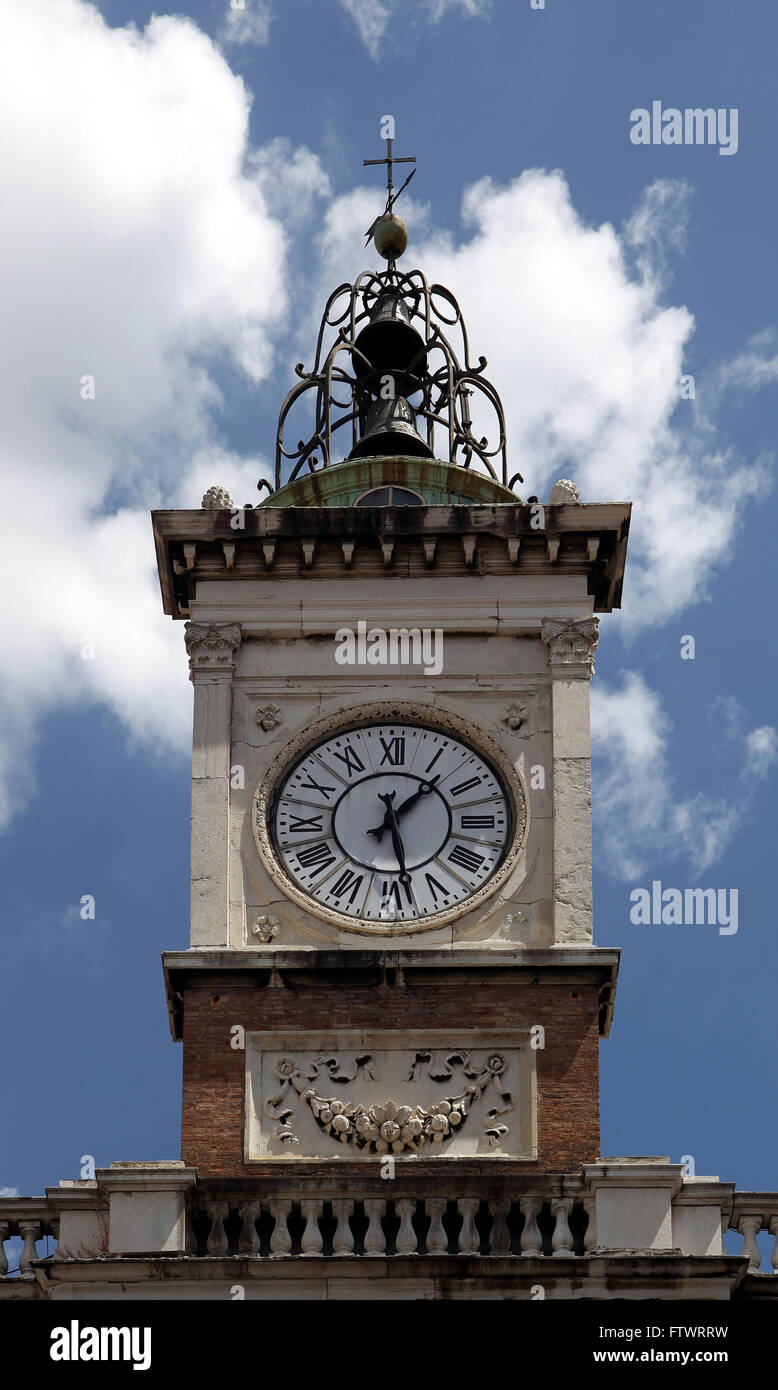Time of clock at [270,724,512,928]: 1:28
